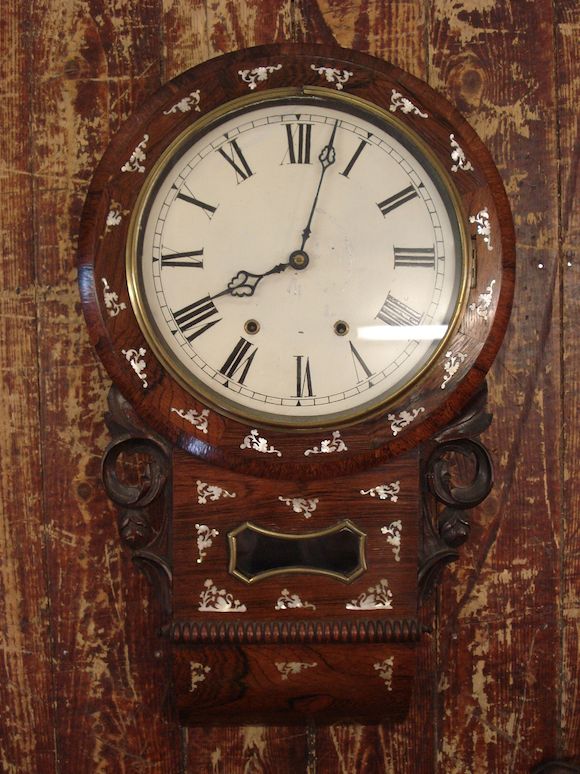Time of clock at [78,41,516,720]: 8:02
